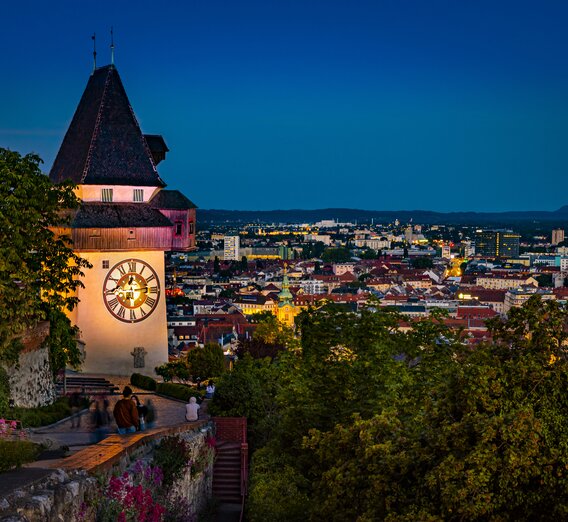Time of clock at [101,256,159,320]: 12:13
